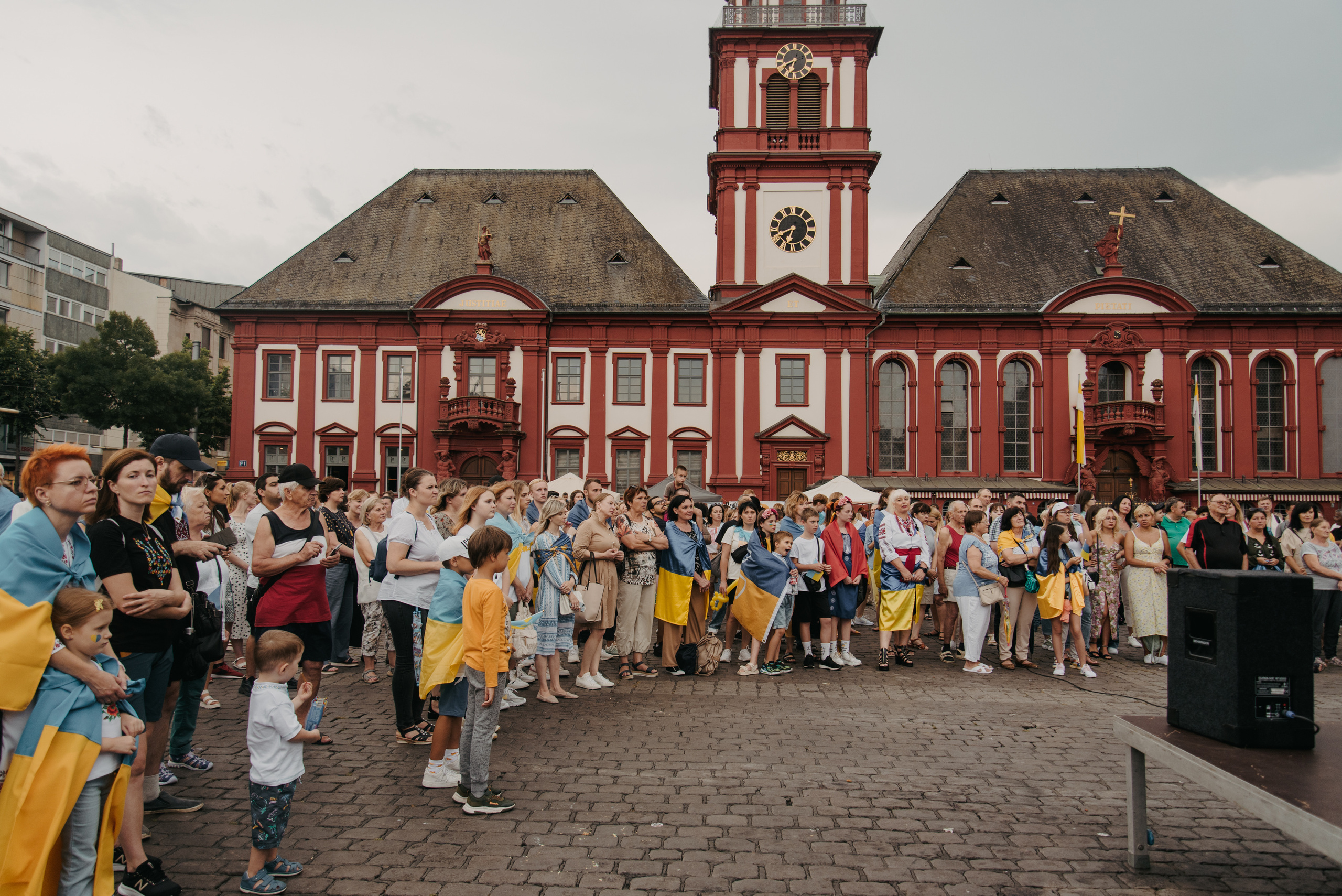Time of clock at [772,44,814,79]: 6:40
